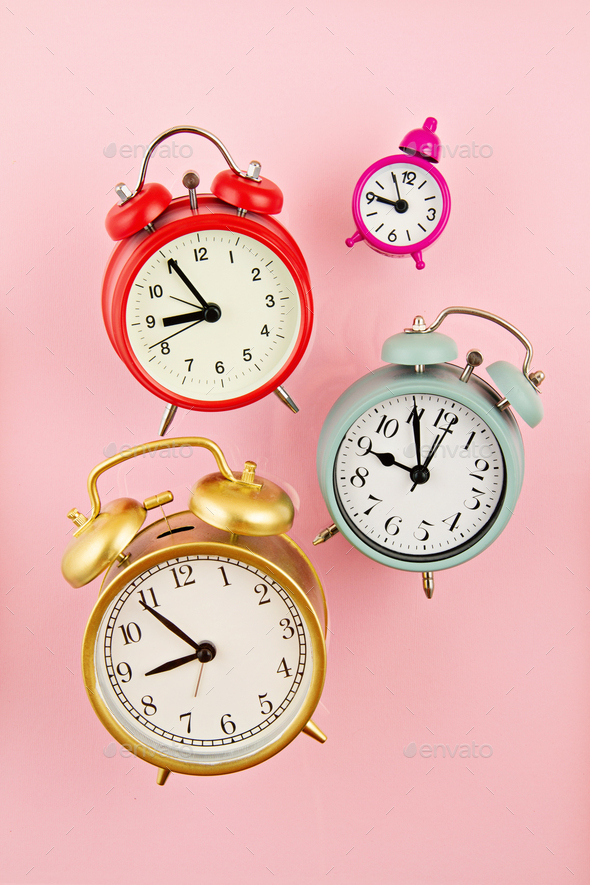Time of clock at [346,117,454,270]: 8:55
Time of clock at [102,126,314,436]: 8:54
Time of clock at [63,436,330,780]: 8:54
